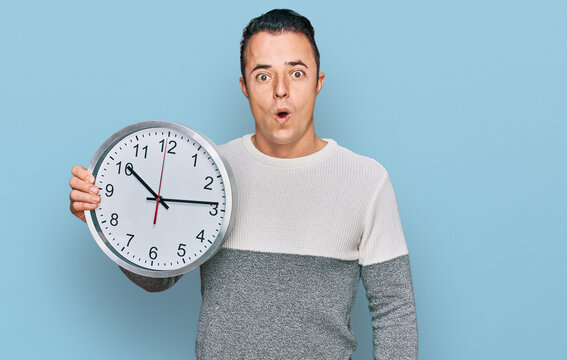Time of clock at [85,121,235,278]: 10:13
